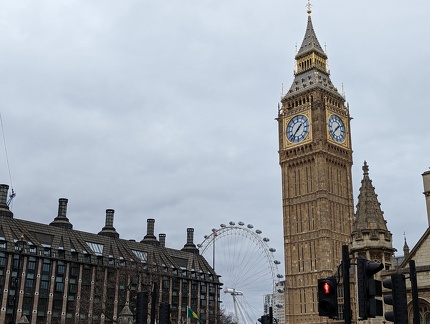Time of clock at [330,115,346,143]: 1:37
